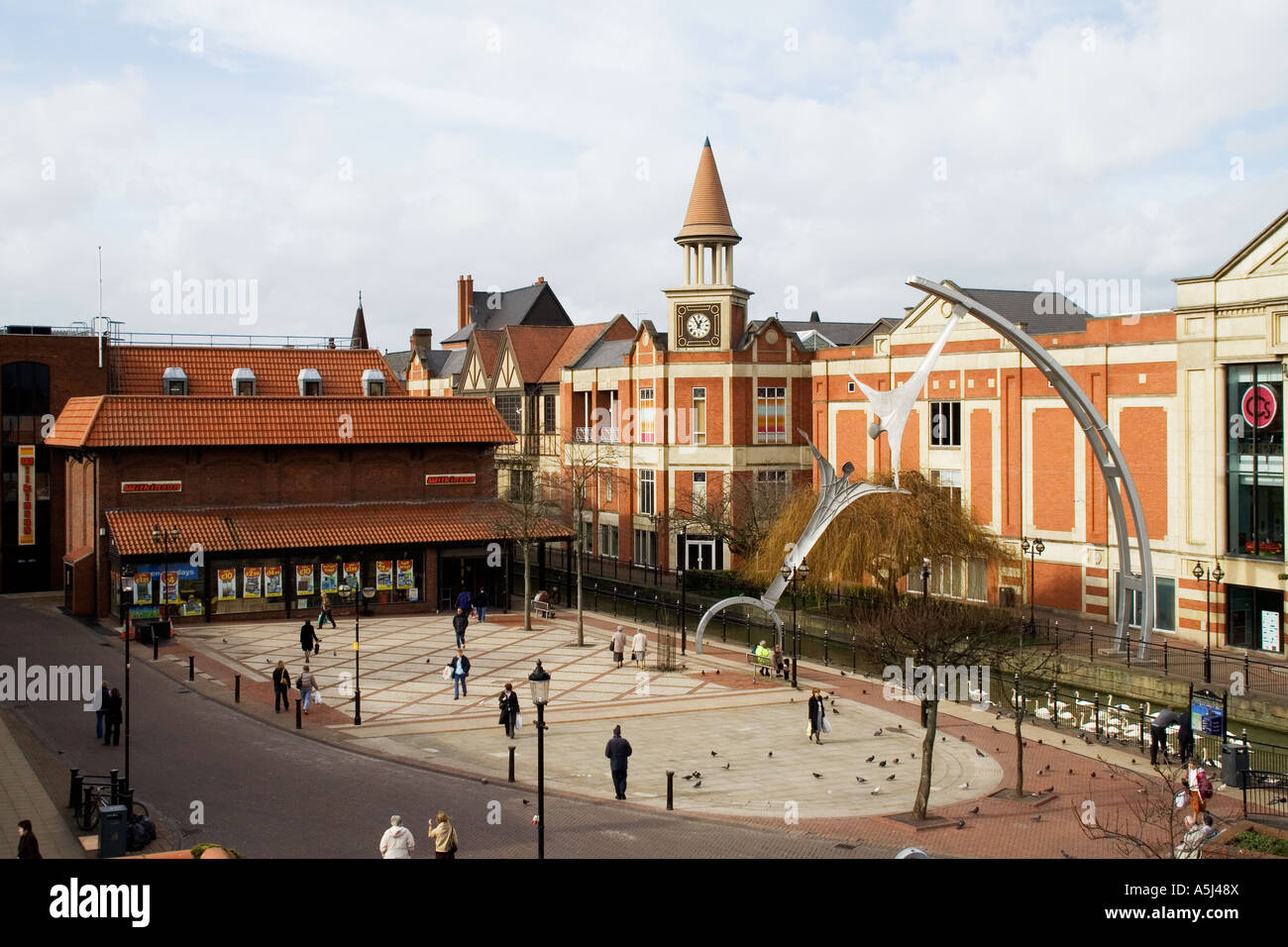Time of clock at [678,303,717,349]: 12:55
